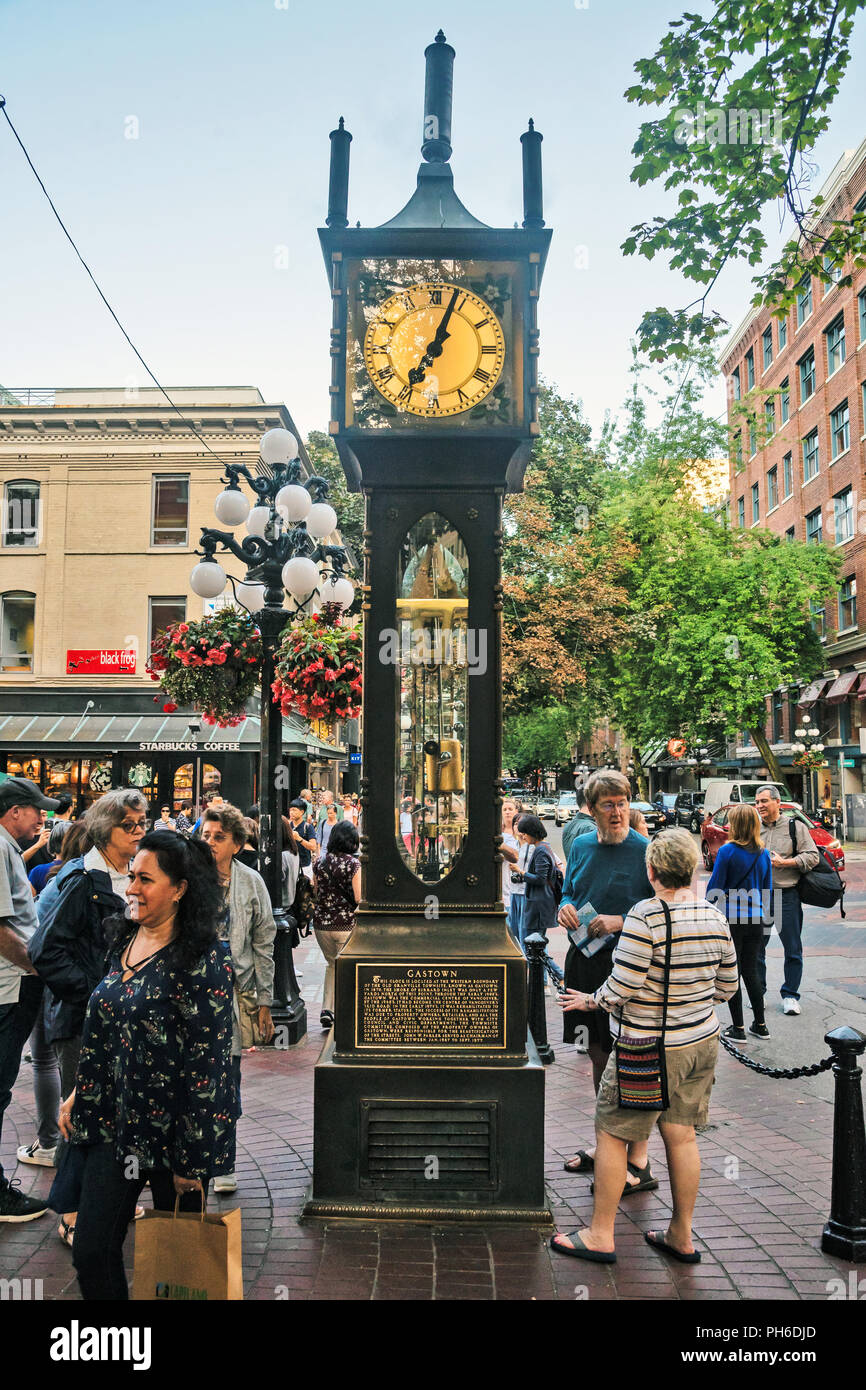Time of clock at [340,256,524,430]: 7:03
